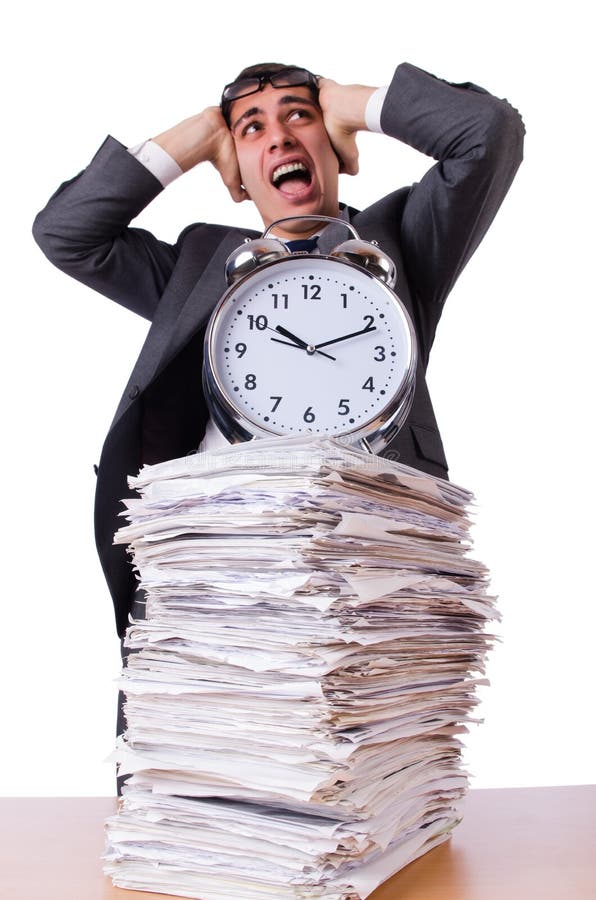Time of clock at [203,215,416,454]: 10:11
